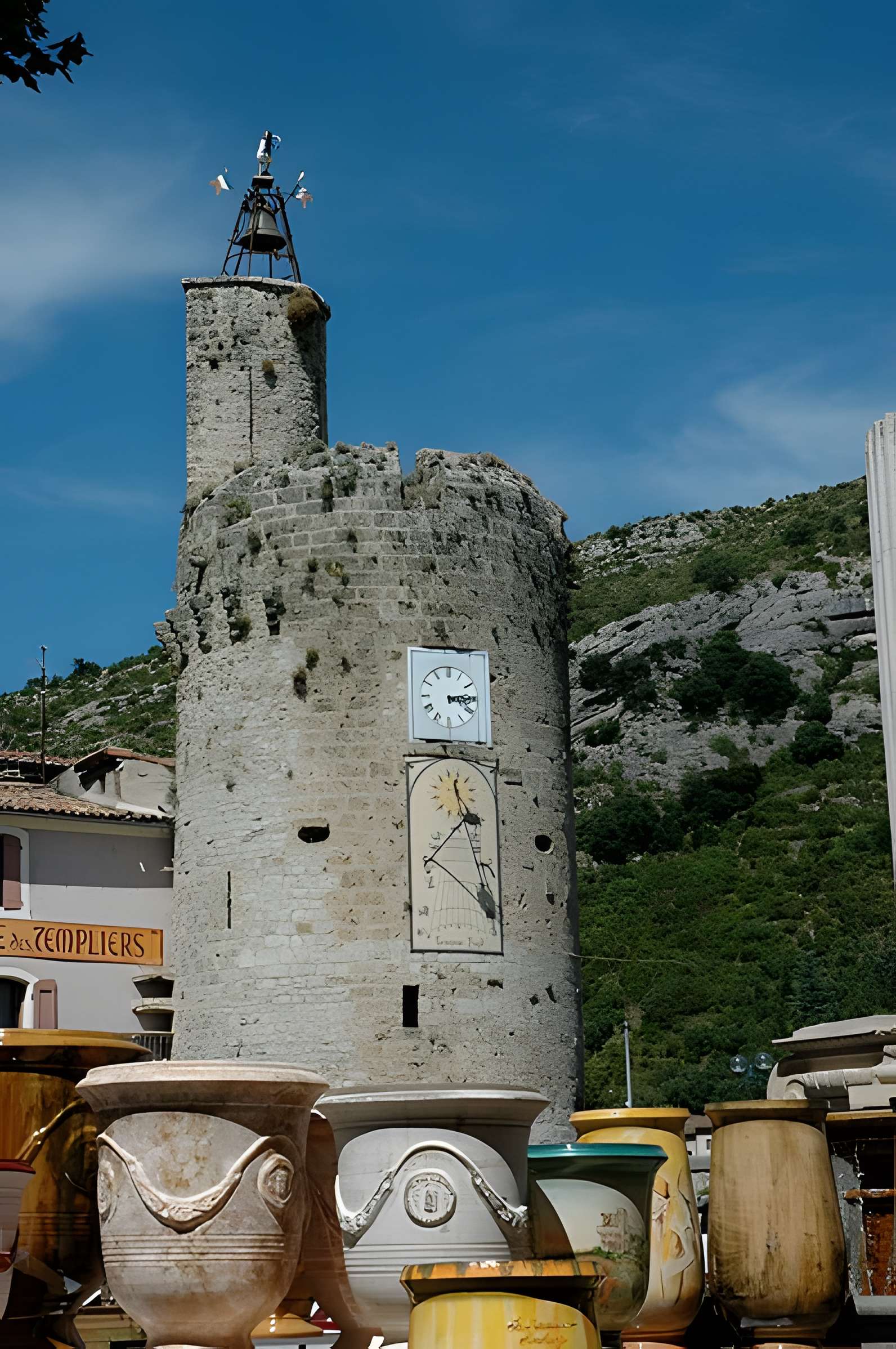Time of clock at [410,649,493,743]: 3:14
